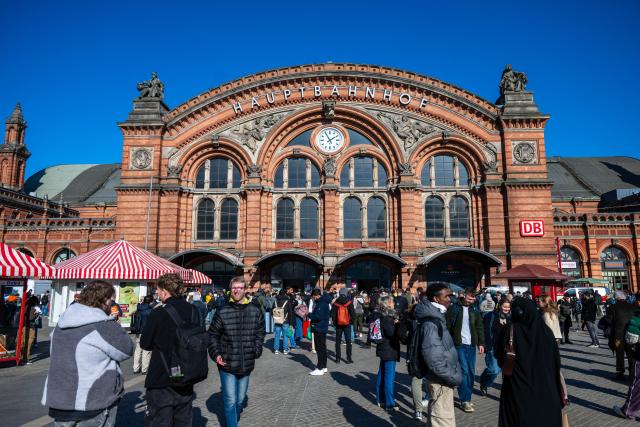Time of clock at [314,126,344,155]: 1:55
